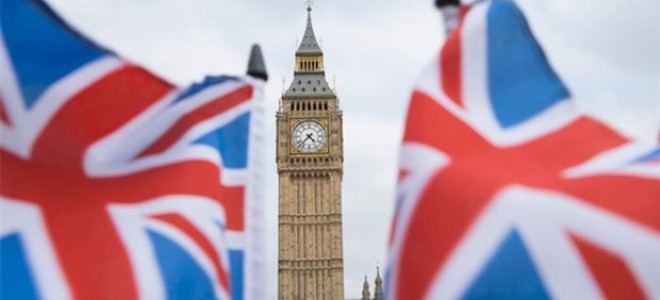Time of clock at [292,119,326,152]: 4:37
